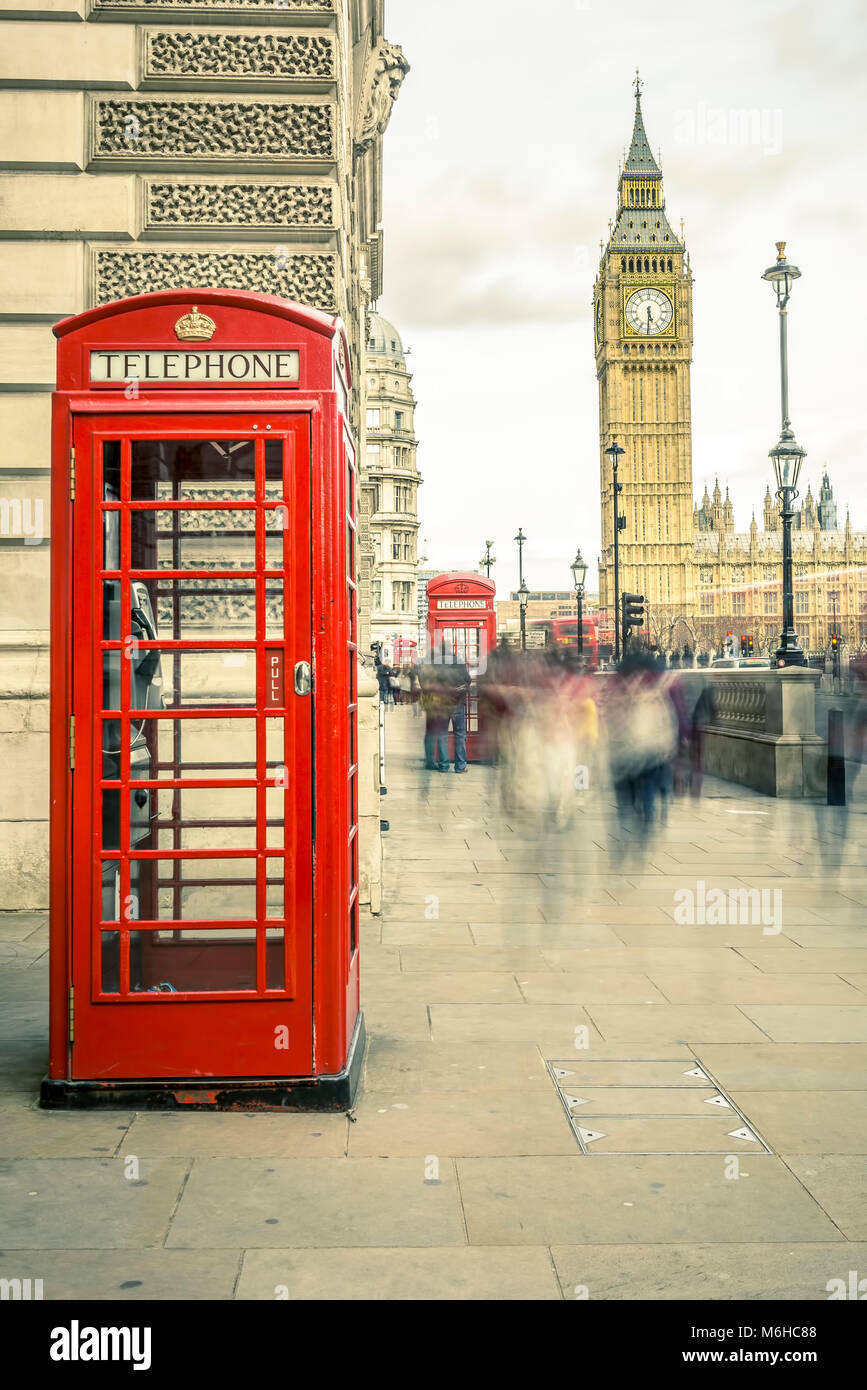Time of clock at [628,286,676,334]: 5:30
